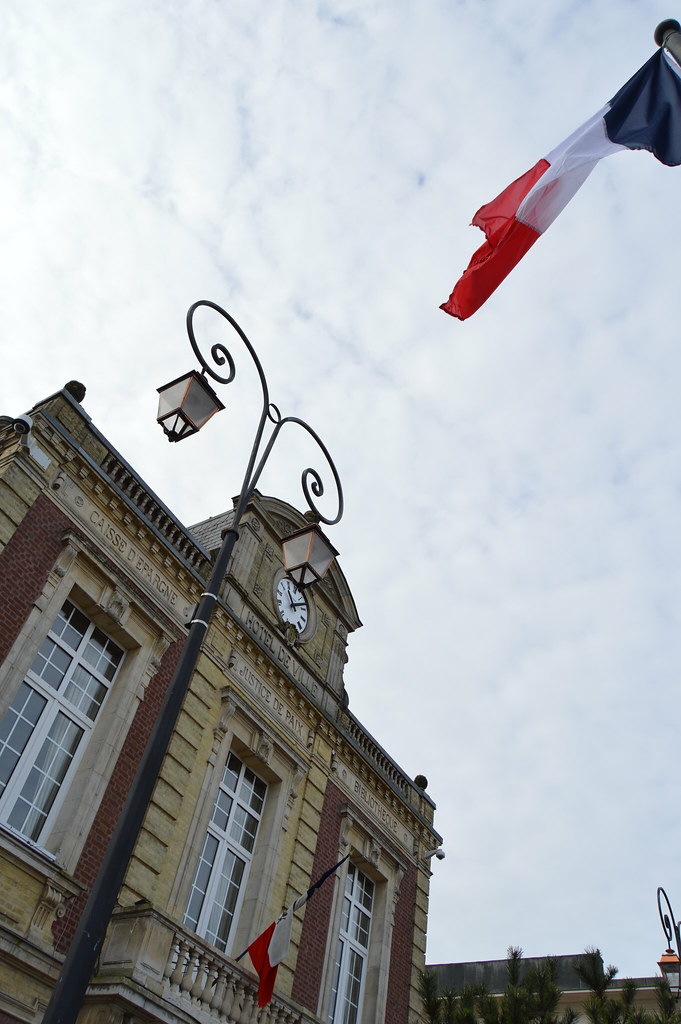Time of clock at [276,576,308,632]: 11:12
